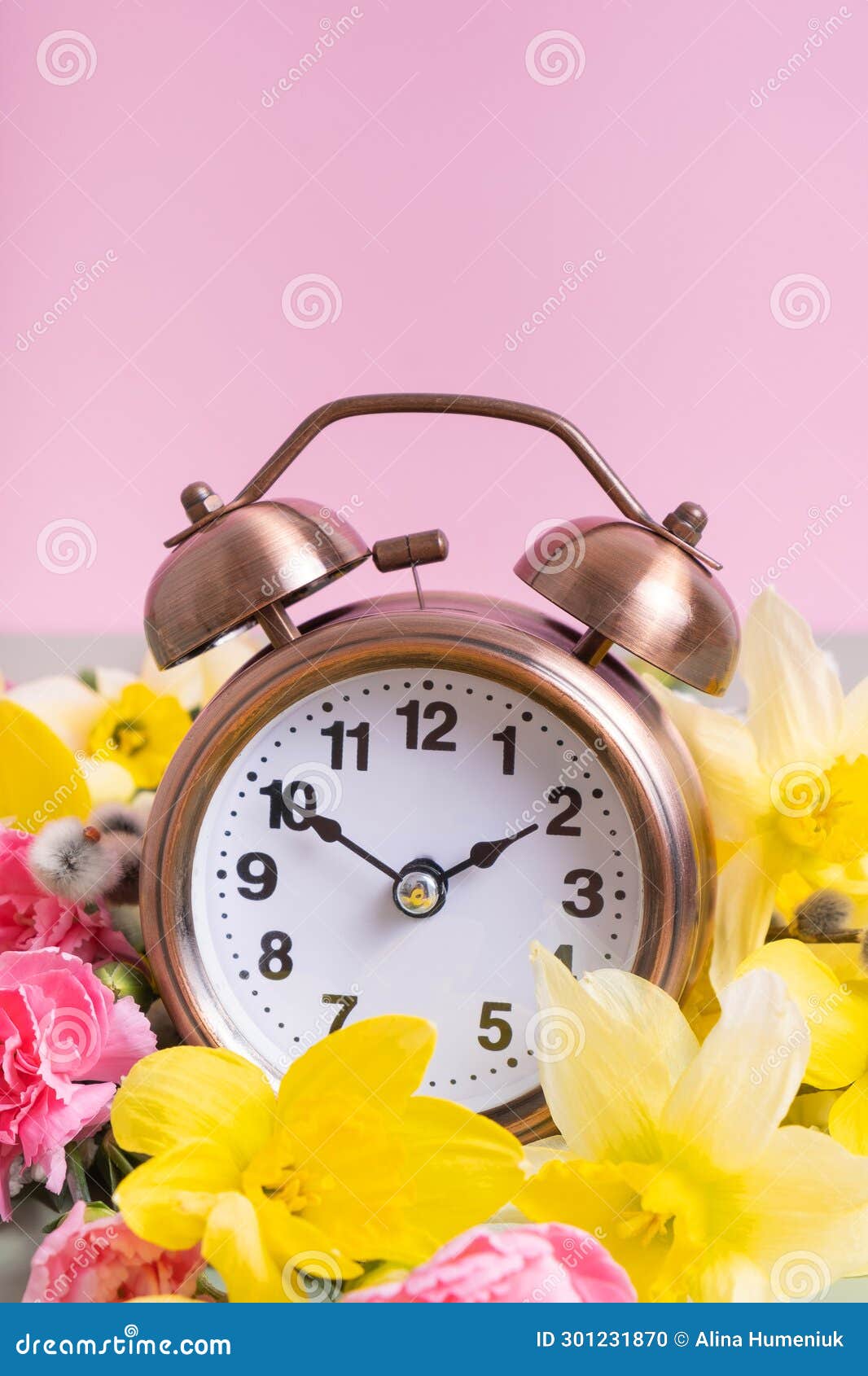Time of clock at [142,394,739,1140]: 1:50
